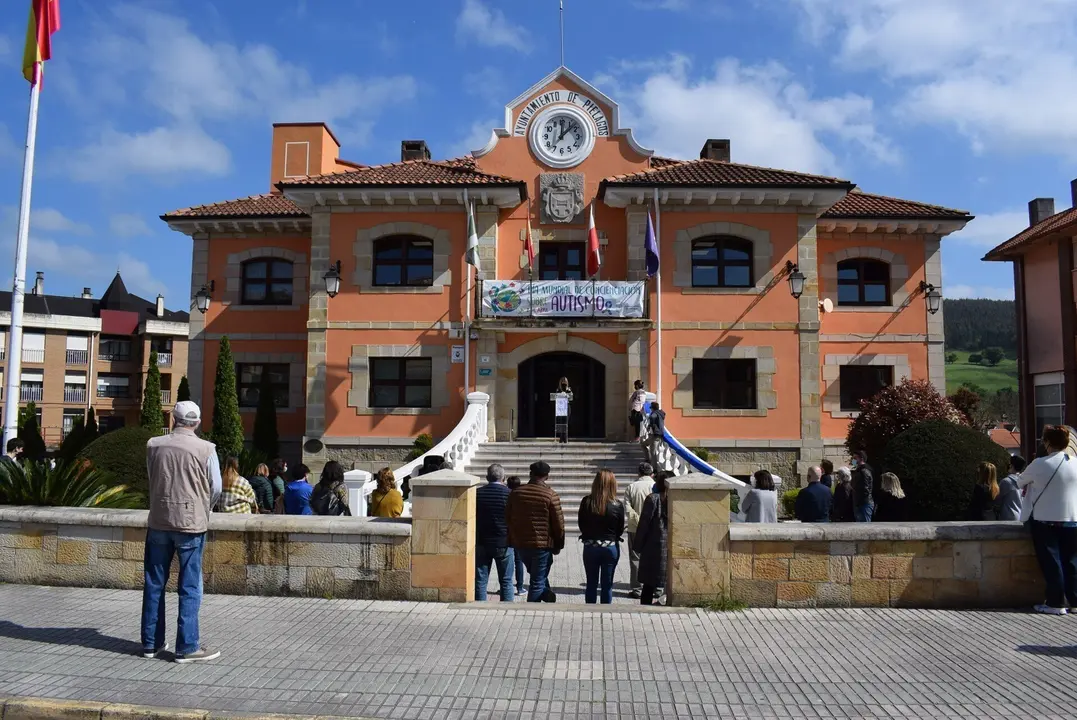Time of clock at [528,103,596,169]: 12:07
